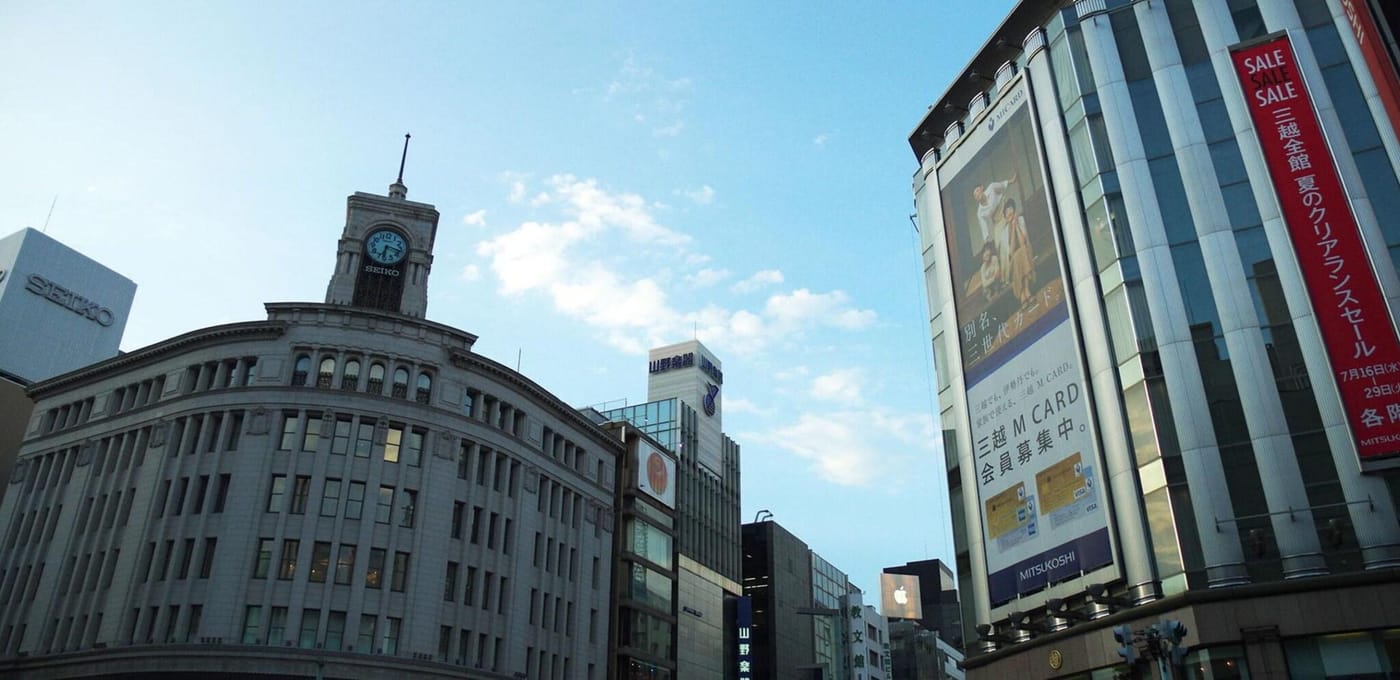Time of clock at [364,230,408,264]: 6:17
